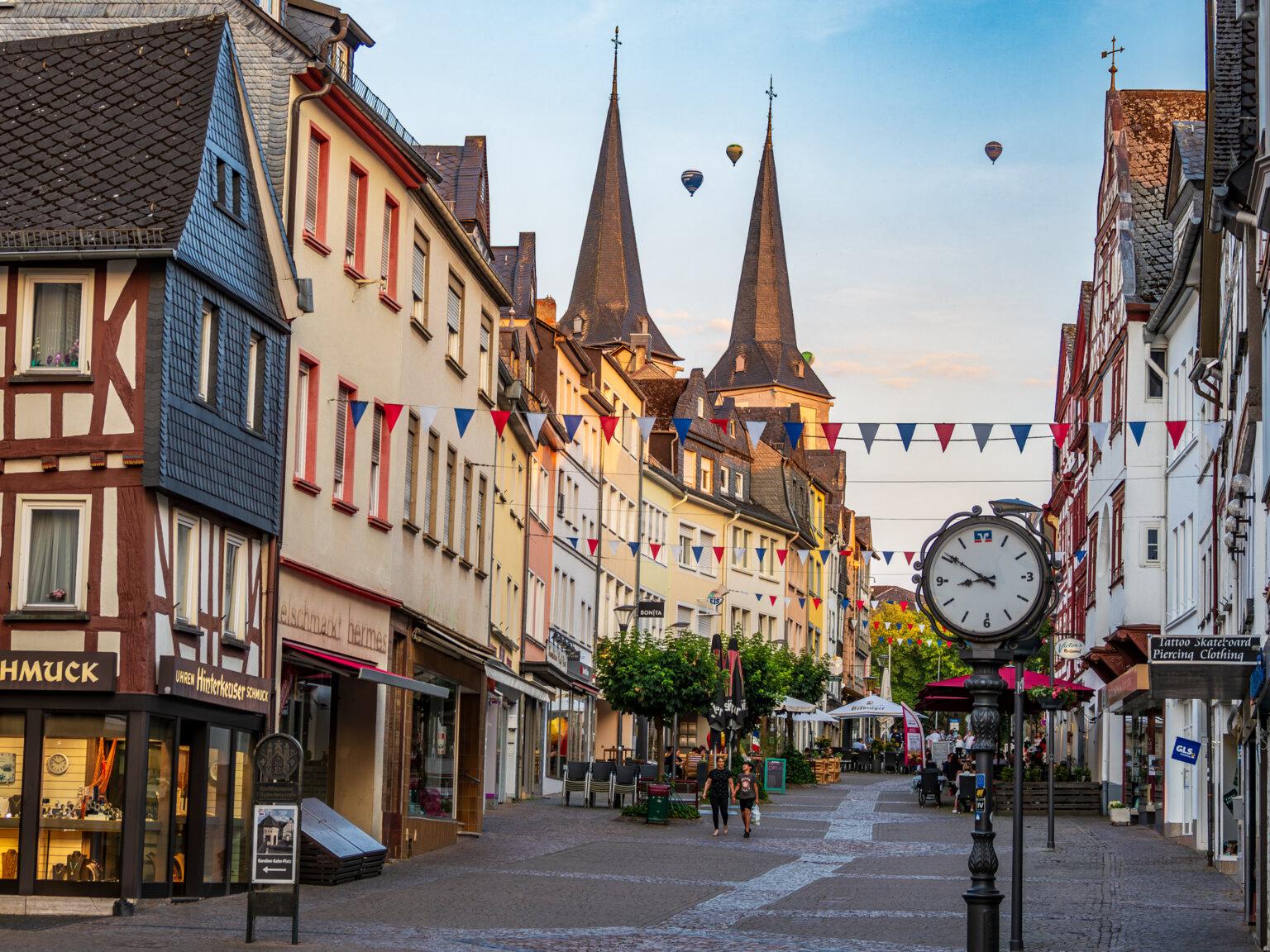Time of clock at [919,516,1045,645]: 8:50
